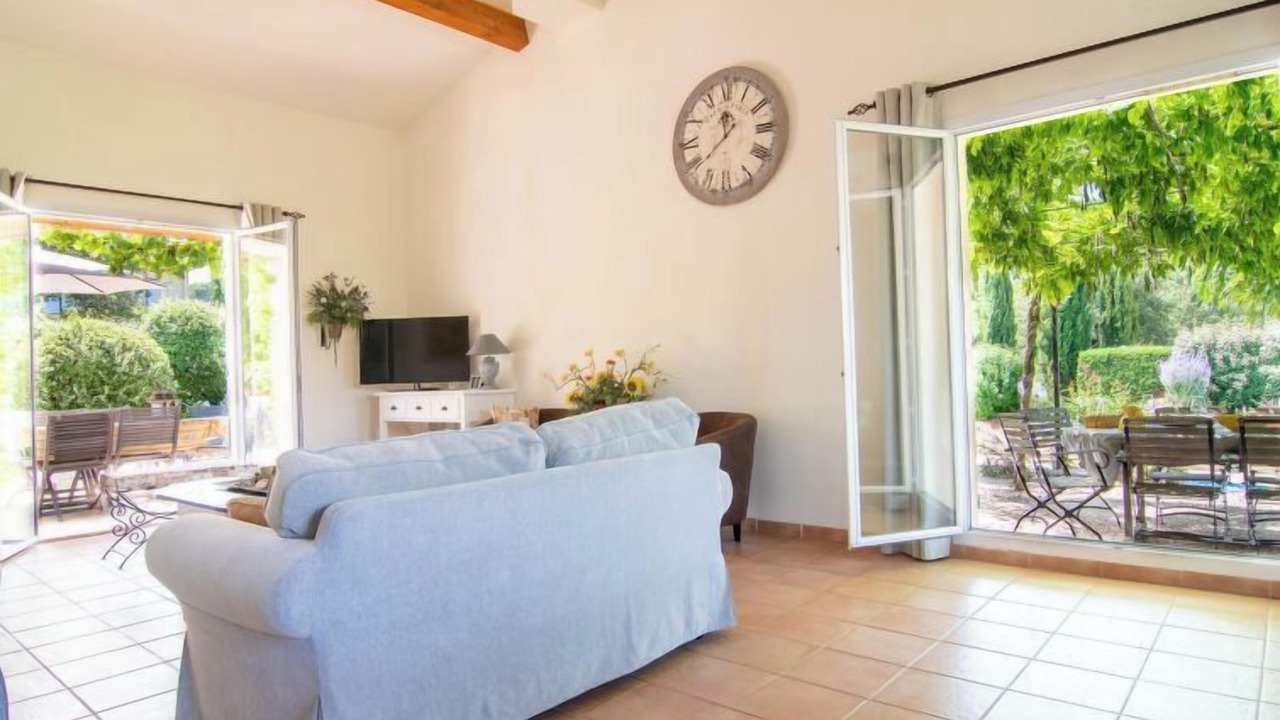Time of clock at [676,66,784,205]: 11:38
